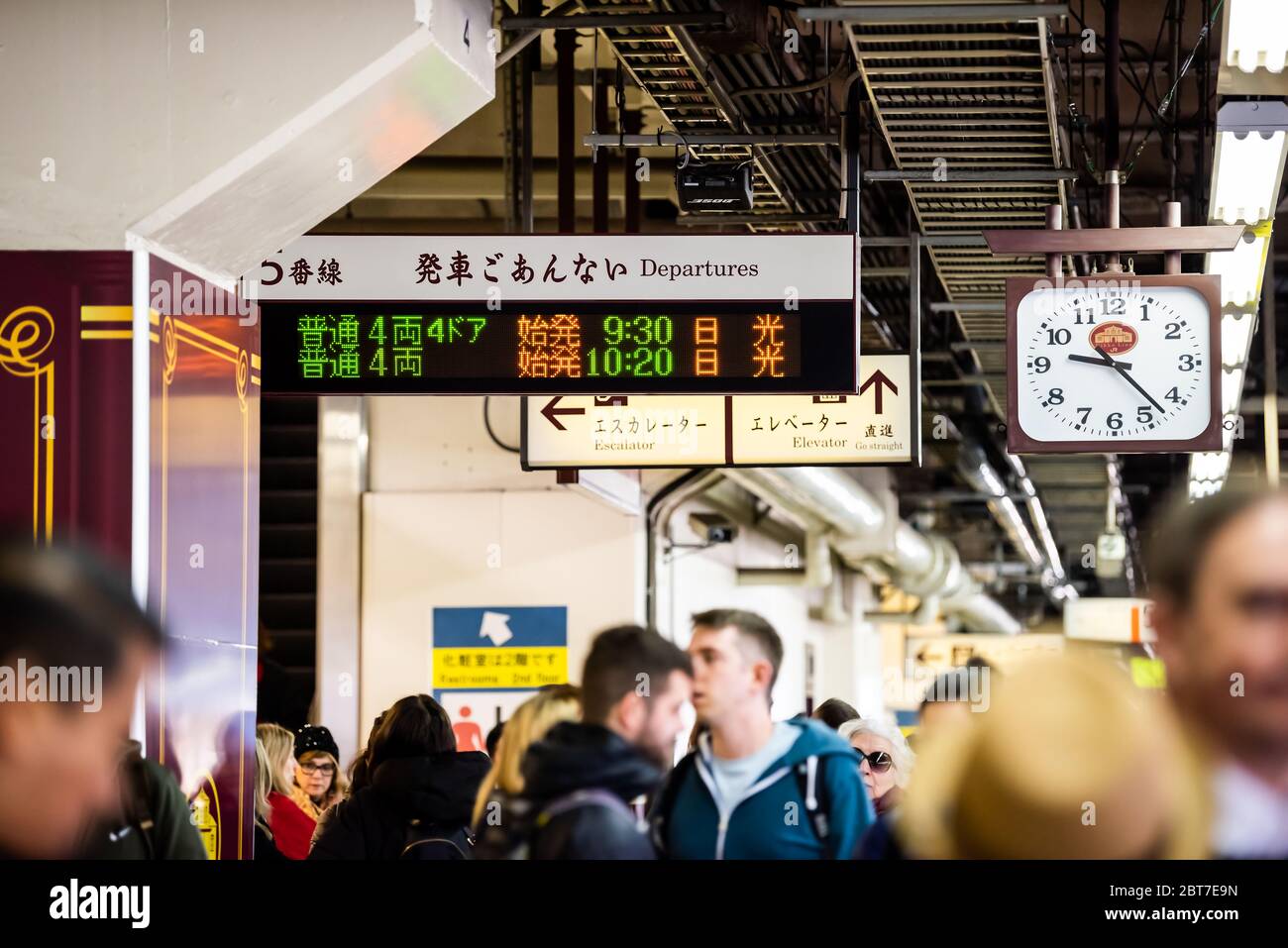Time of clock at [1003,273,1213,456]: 9:22
